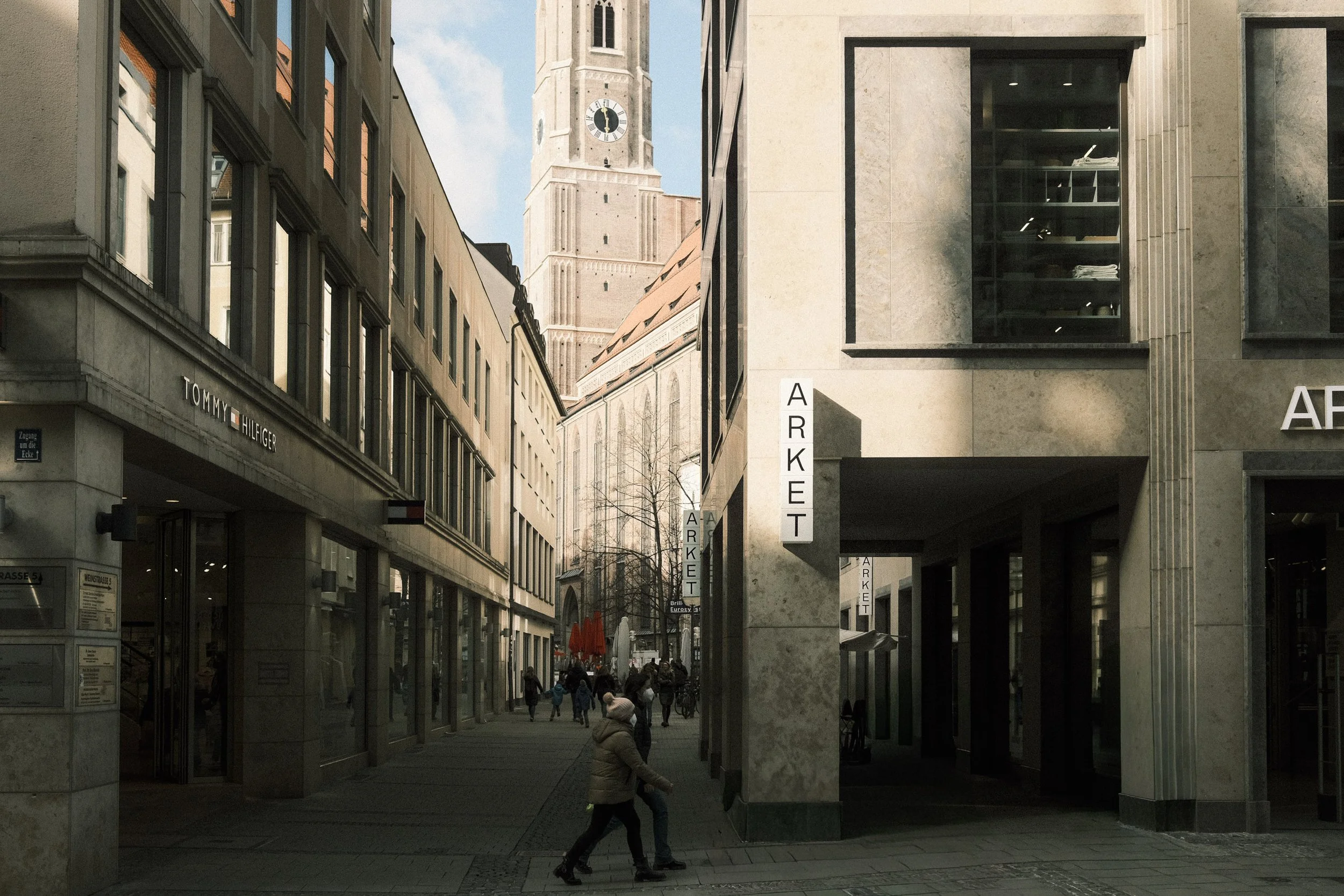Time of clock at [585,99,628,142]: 5:57
